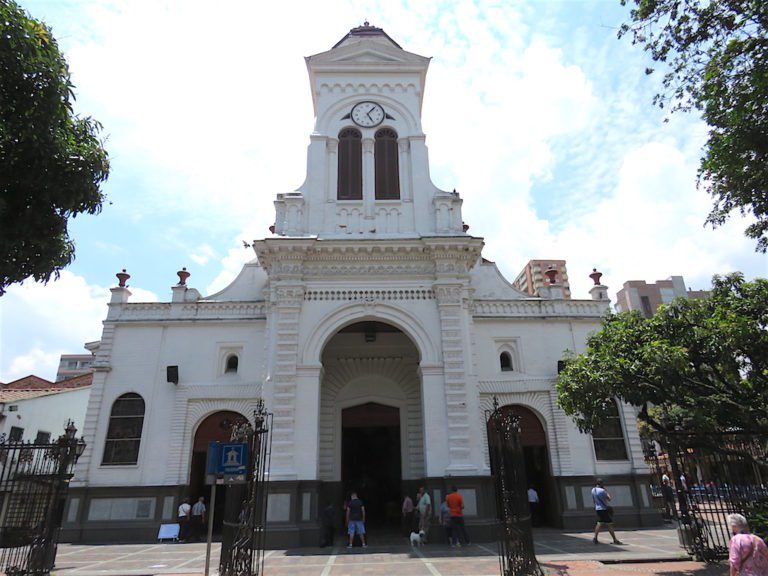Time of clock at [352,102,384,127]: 5:06
